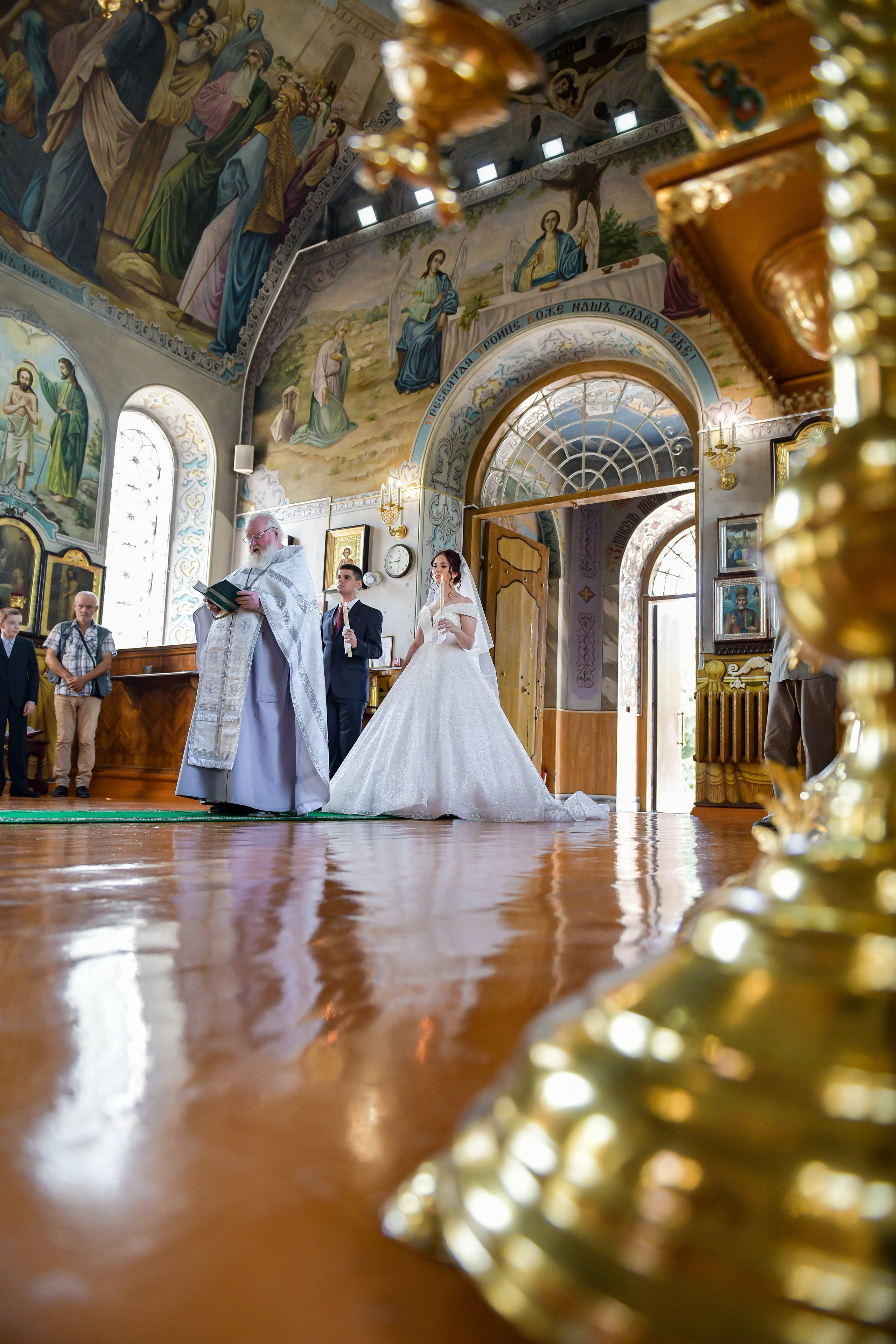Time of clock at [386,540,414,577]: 12:44
